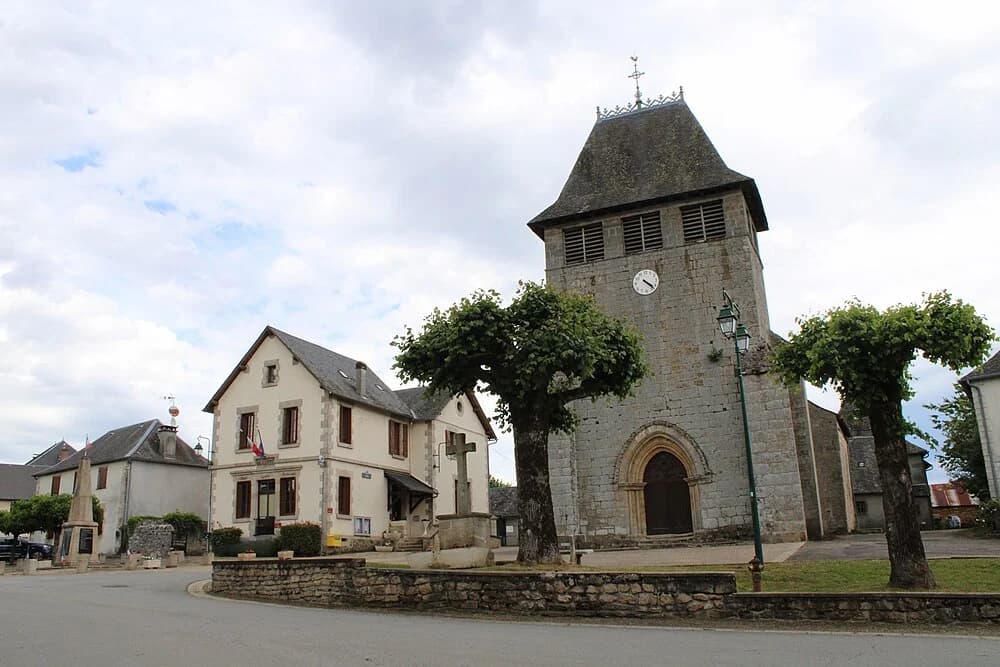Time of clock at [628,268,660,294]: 4:22
